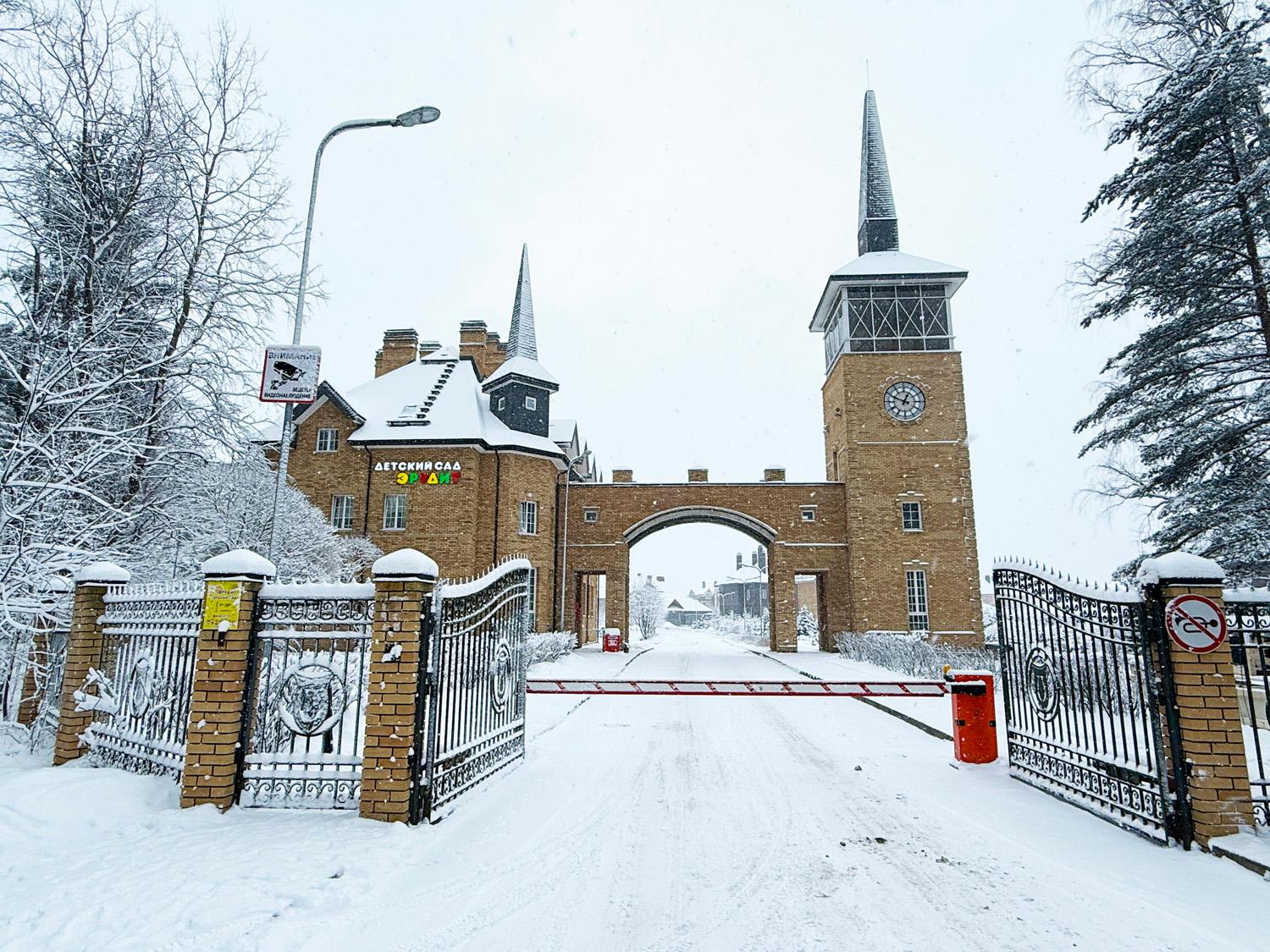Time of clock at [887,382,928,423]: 12:49
